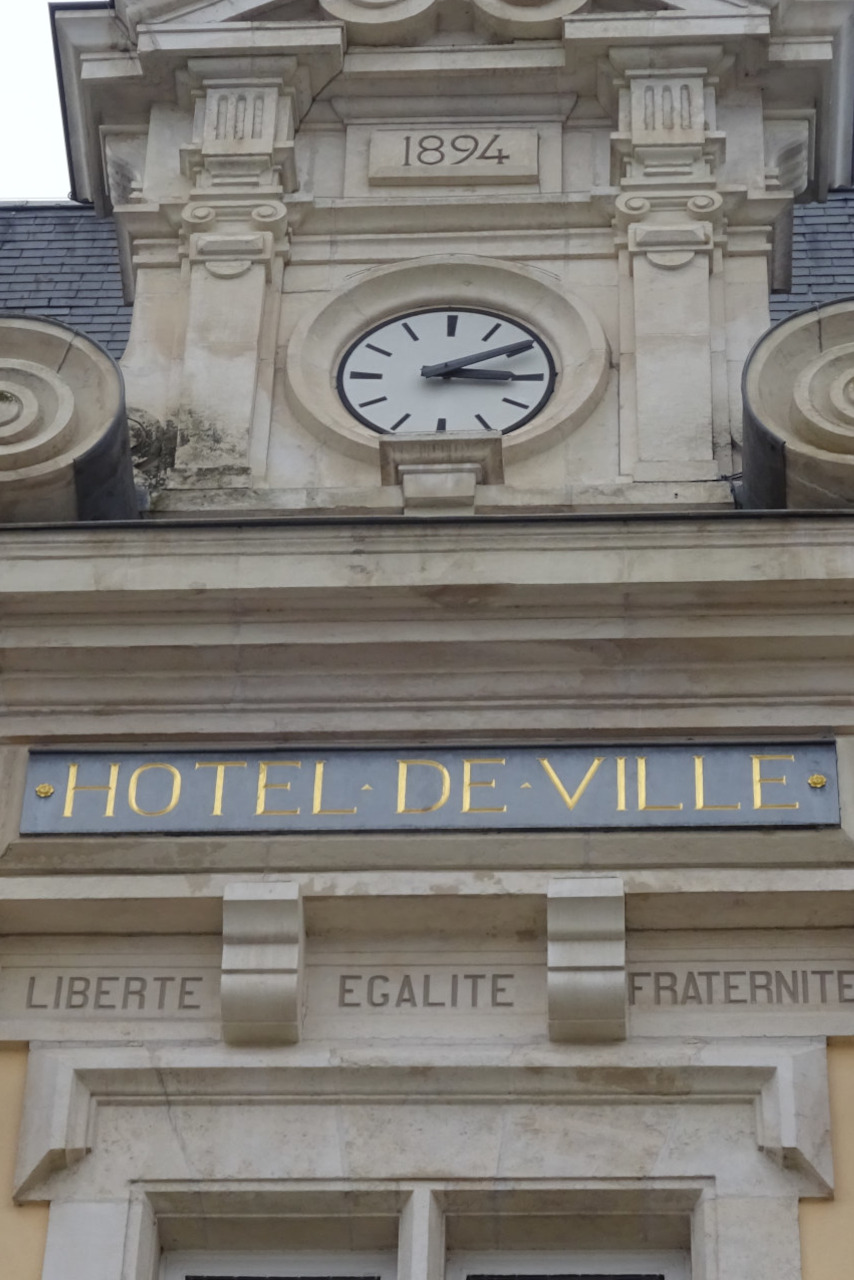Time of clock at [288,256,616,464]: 3:09
